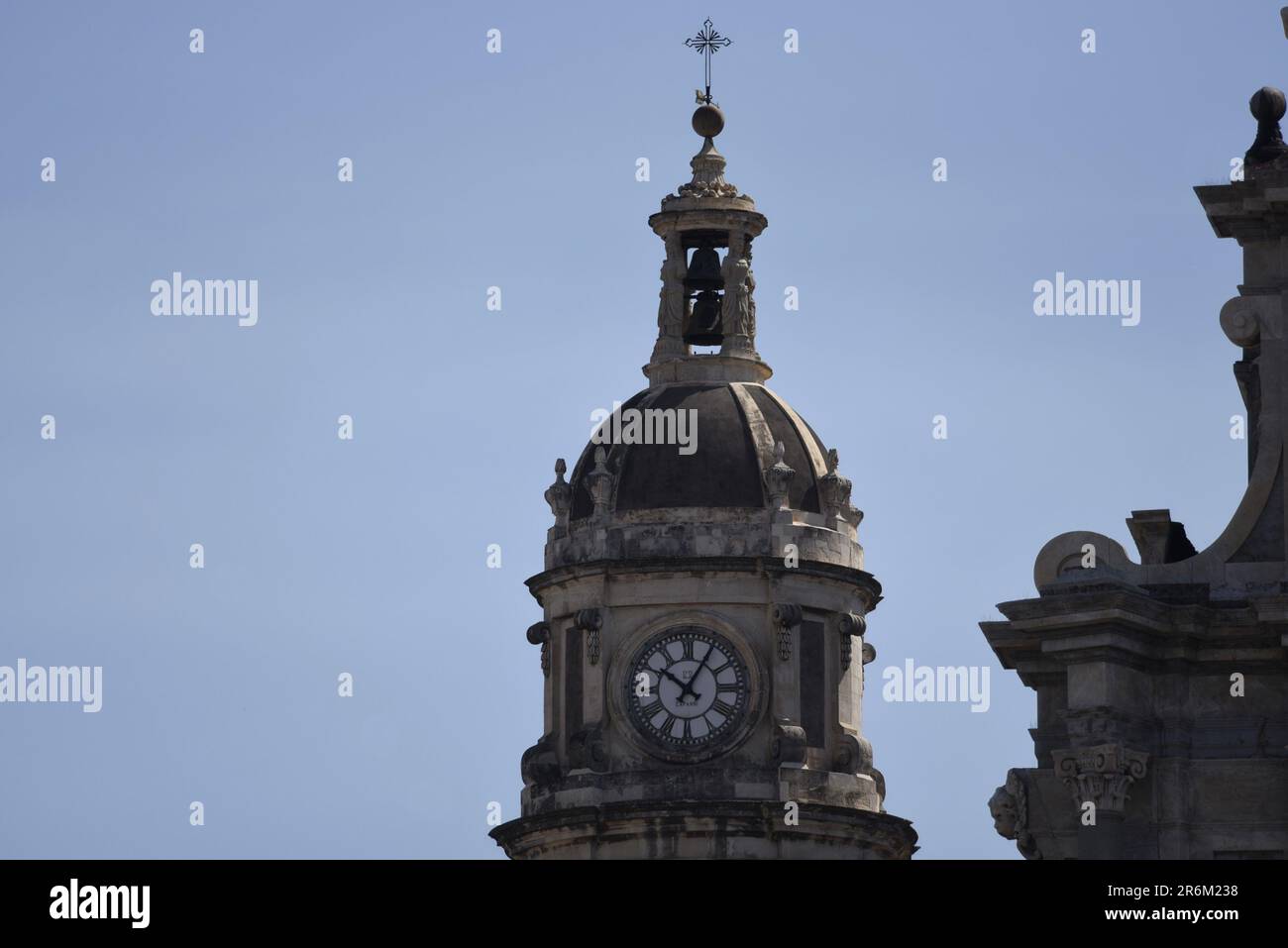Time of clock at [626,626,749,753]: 10:05
